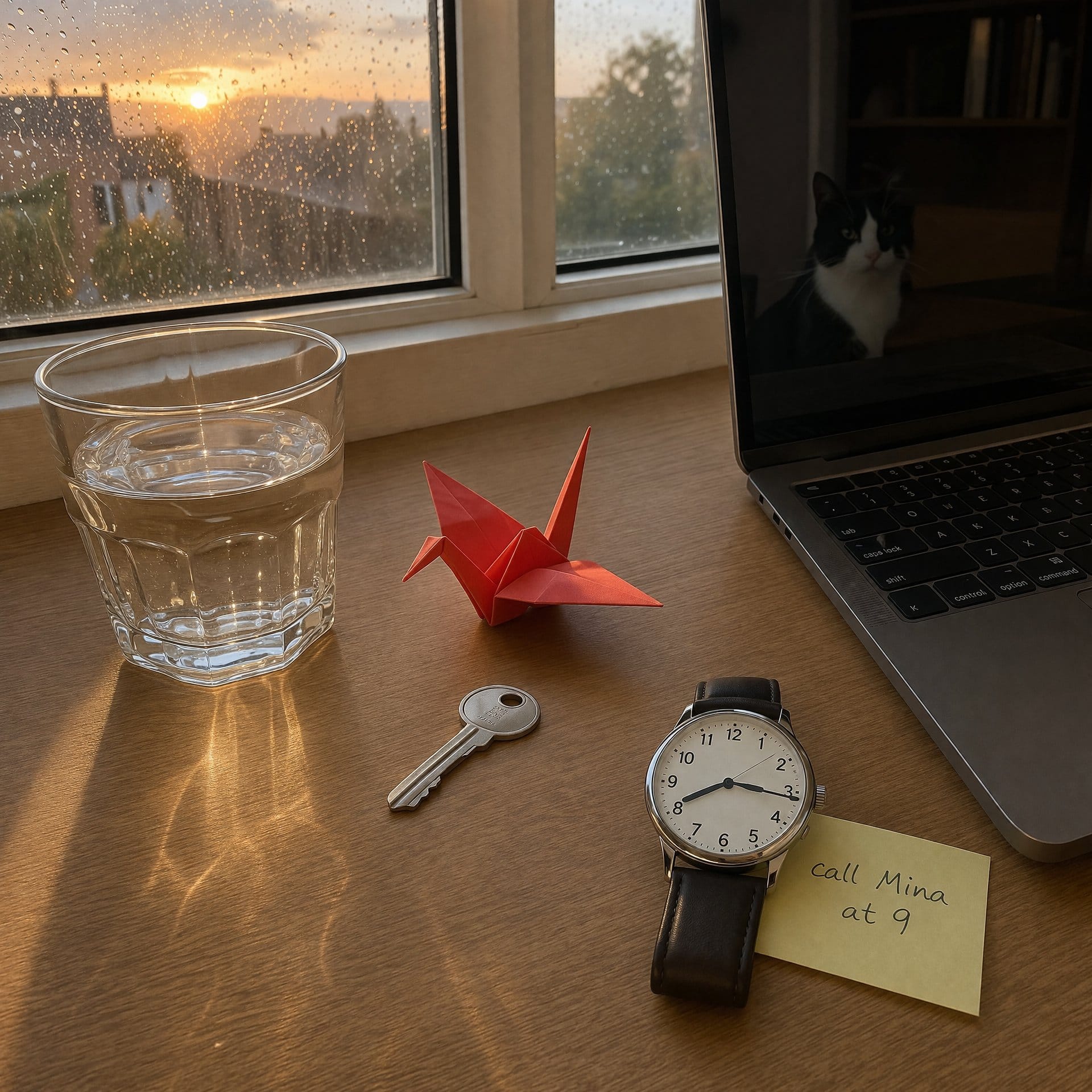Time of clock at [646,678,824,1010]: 8:16
